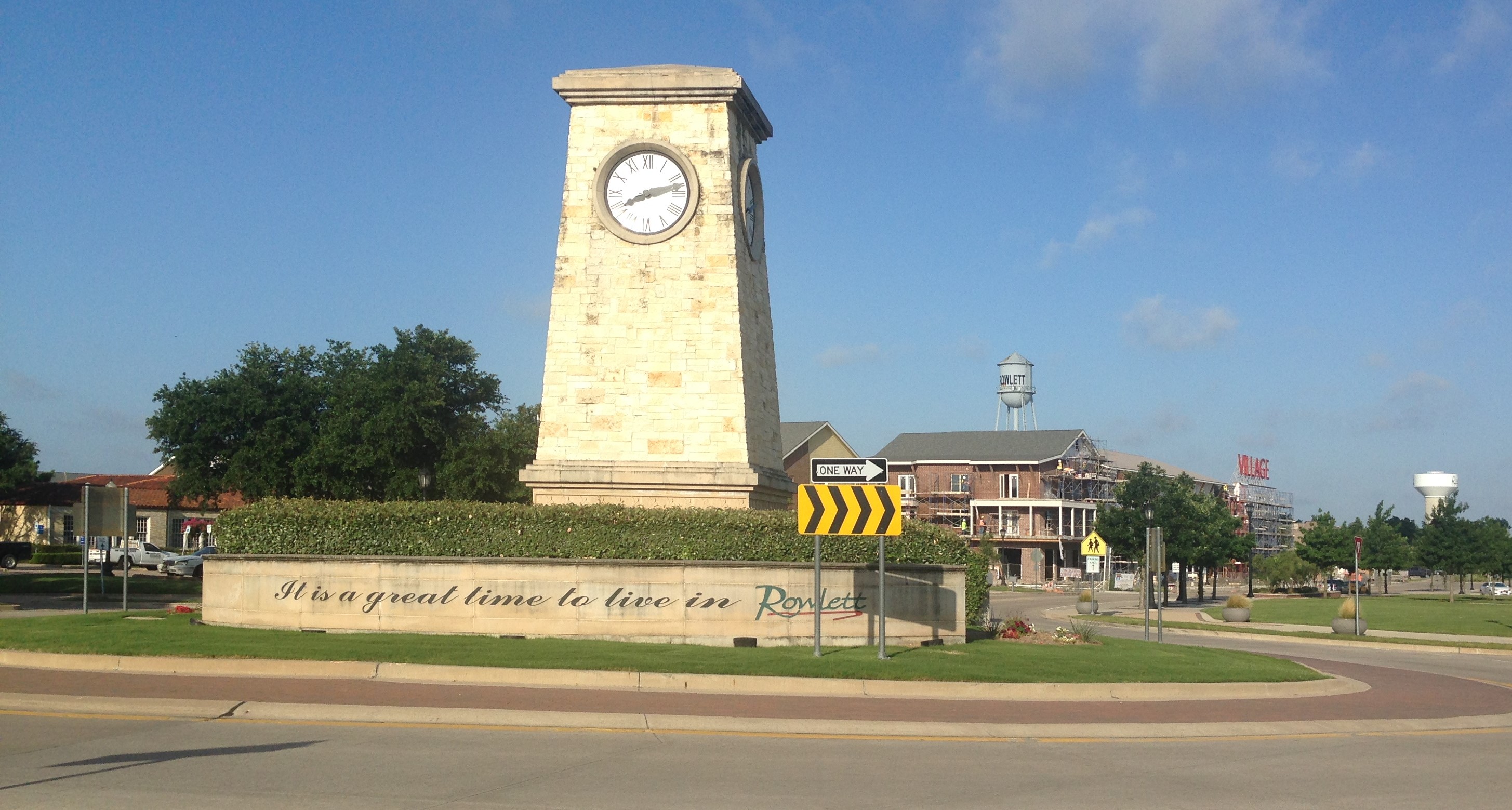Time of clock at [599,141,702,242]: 8:12
